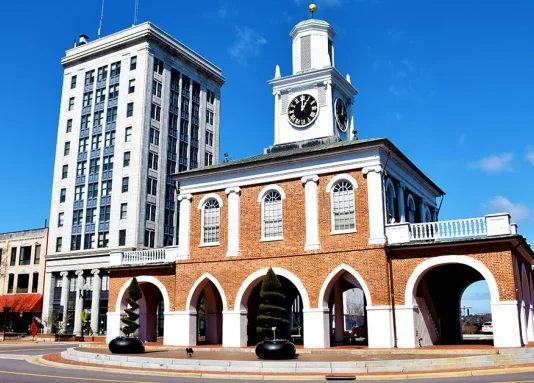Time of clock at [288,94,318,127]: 12:04
